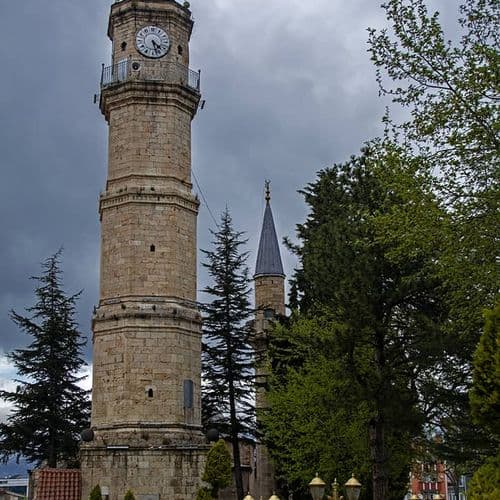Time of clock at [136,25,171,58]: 4:27
